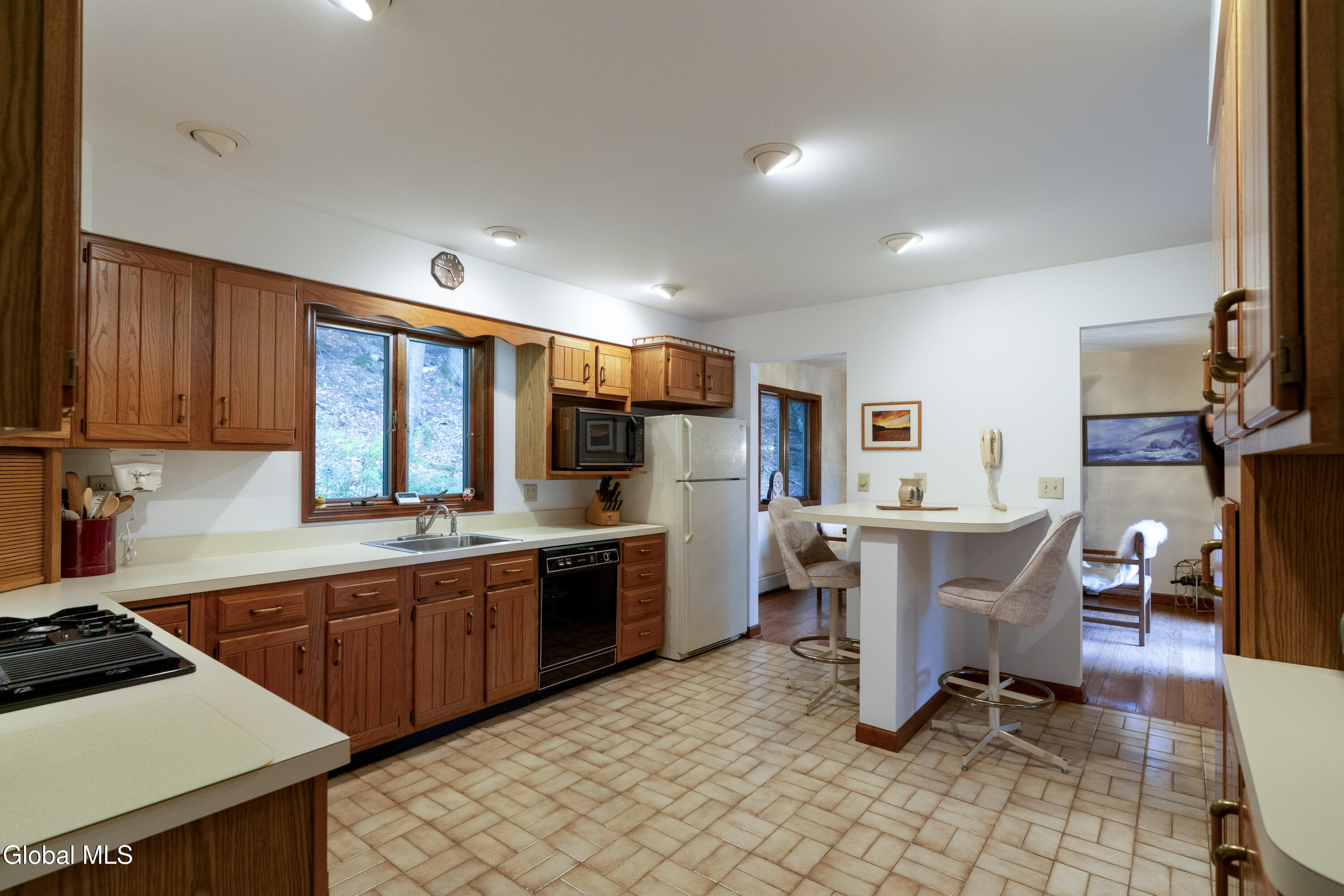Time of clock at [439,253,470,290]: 4:46
